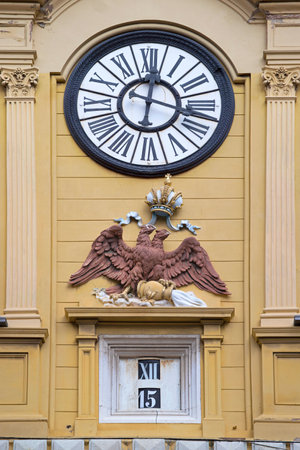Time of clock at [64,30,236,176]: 12:17
